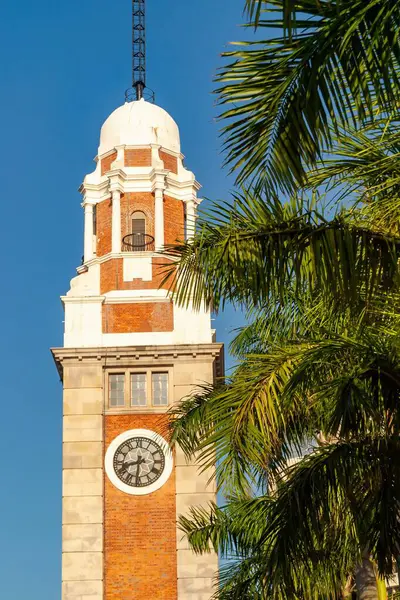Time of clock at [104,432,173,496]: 8:31
